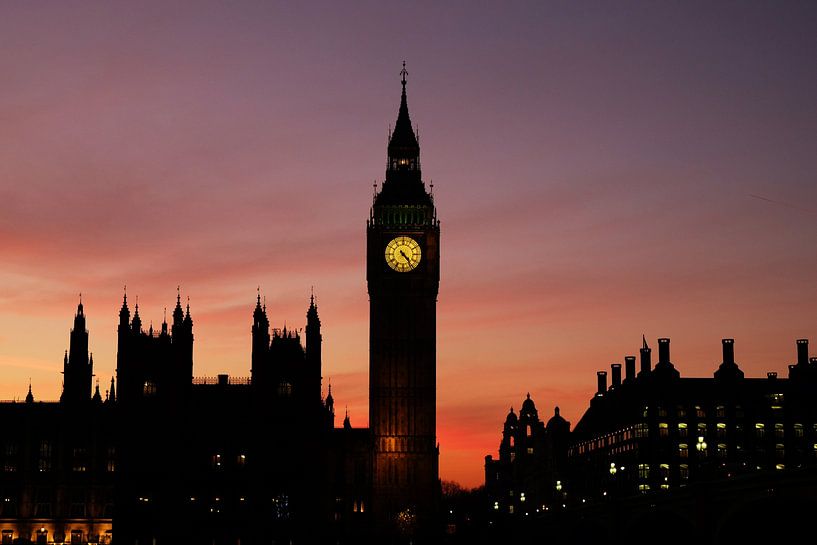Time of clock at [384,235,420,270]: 4:23
